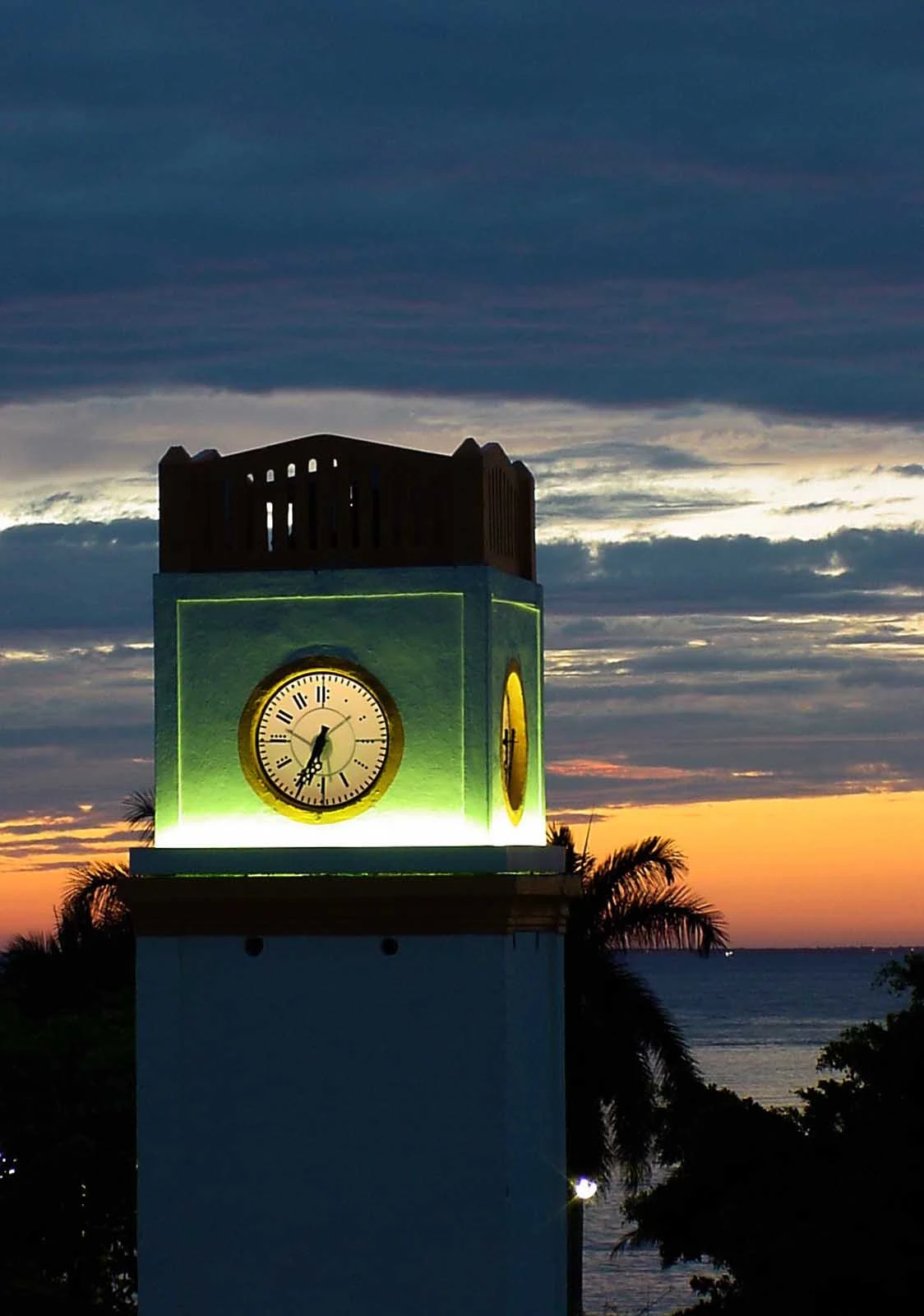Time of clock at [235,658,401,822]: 6:34
